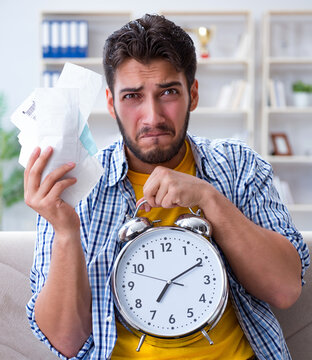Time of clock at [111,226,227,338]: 7:10
